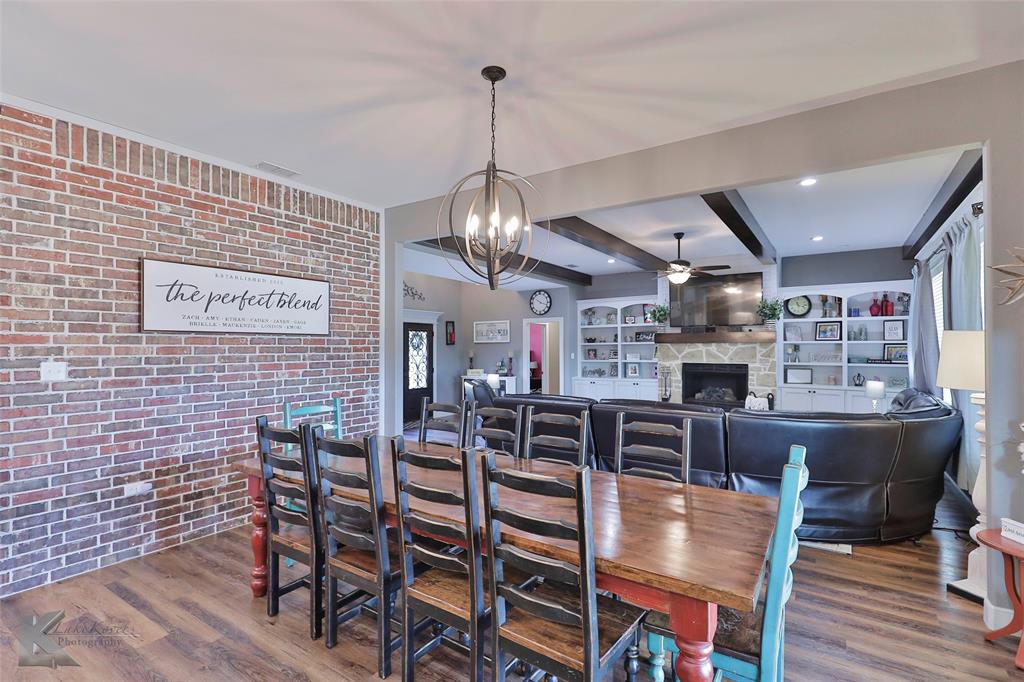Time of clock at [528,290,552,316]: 10:18
